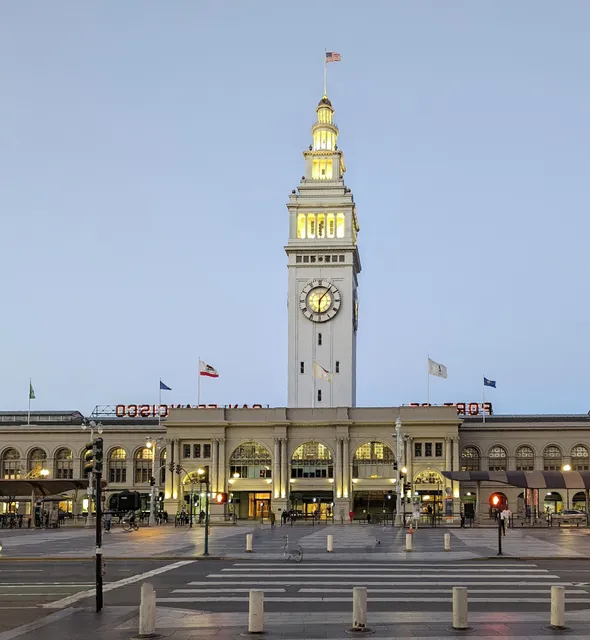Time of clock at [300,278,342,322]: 6:06
